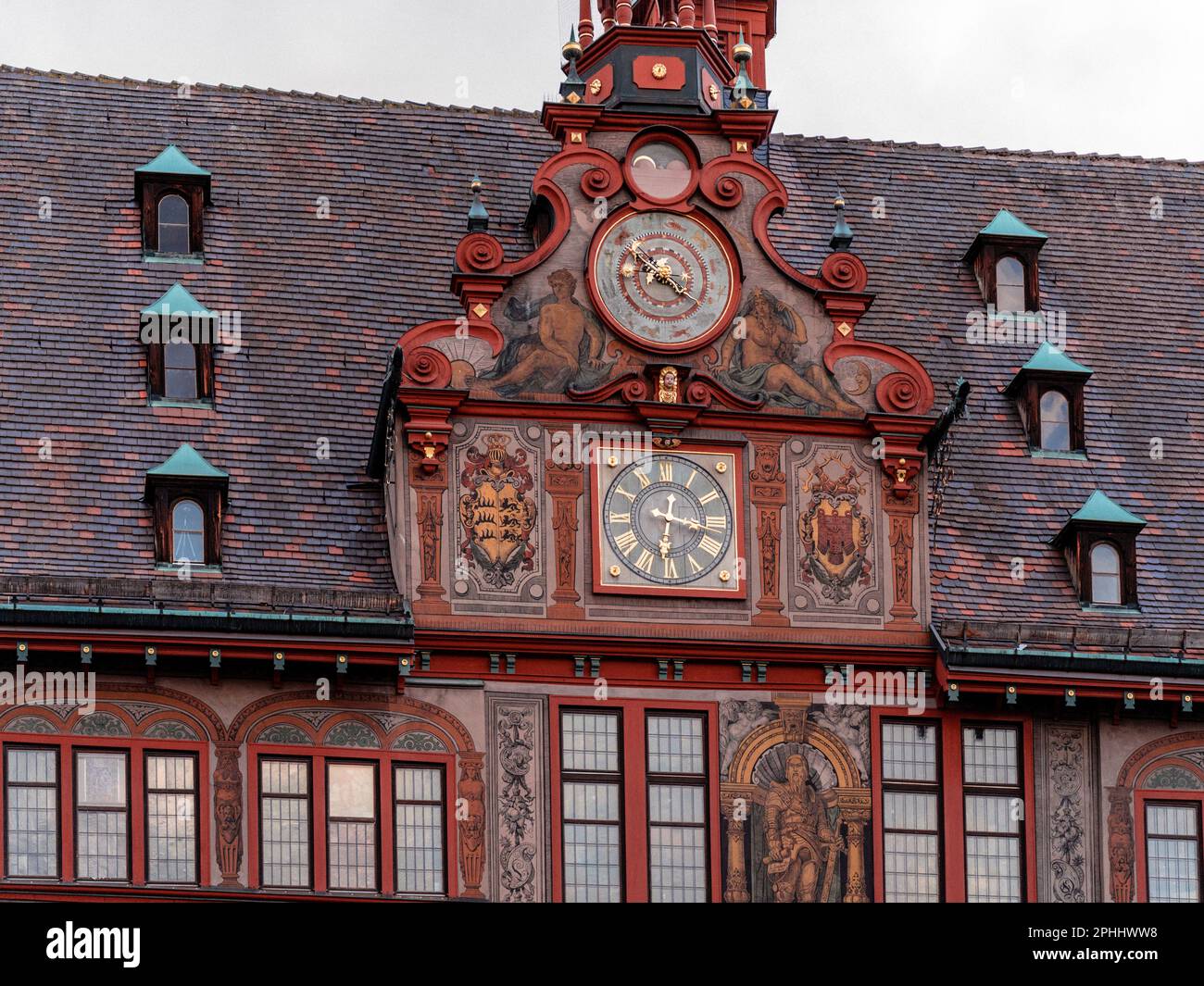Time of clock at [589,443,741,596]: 6:17
